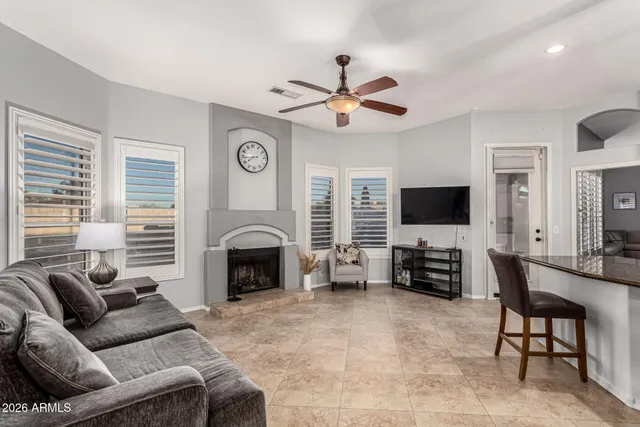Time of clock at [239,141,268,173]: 7:44
